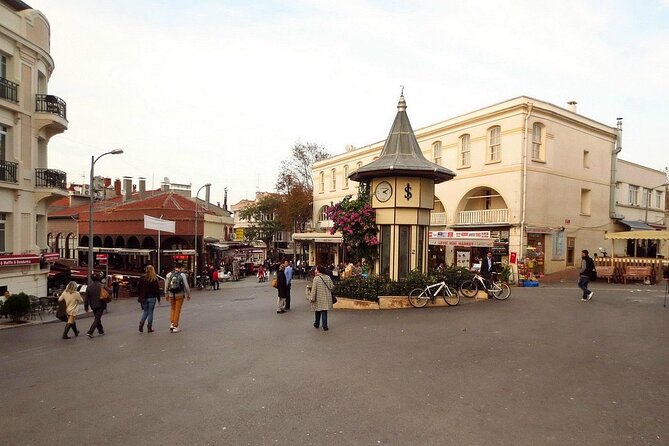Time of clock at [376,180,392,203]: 4:09
